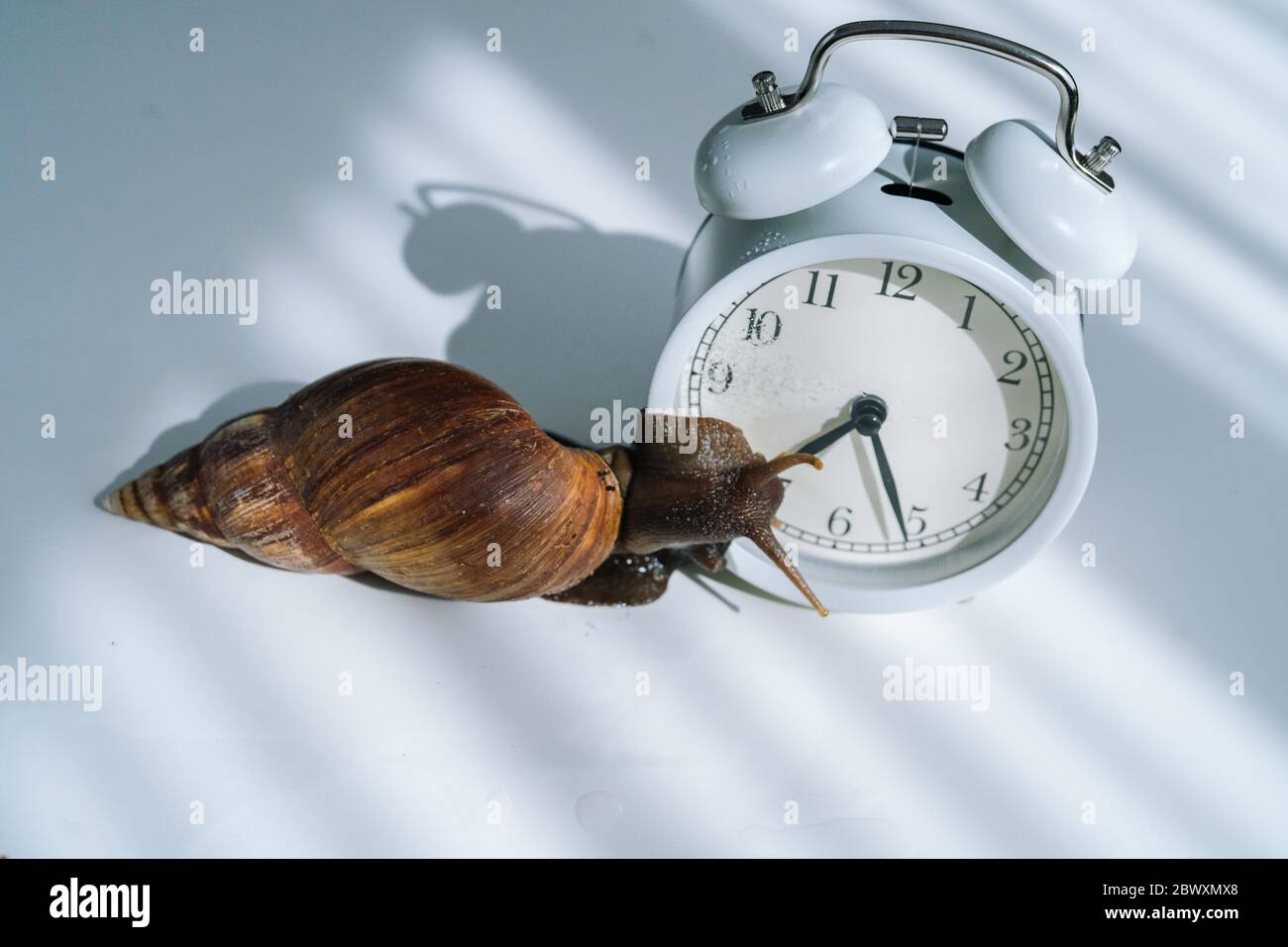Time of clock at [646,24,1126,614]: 7:25
